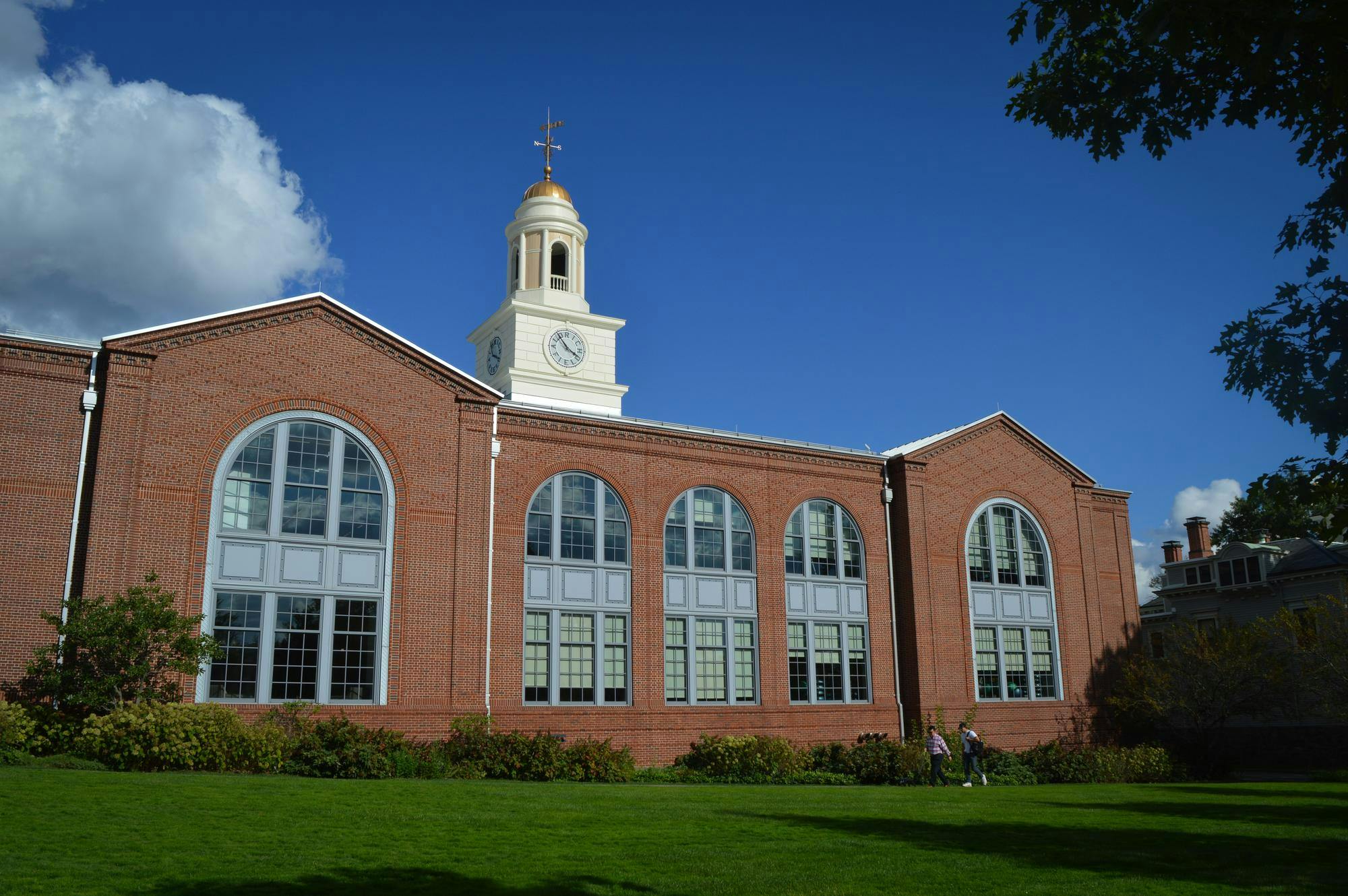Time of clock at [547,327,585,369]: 3:53
